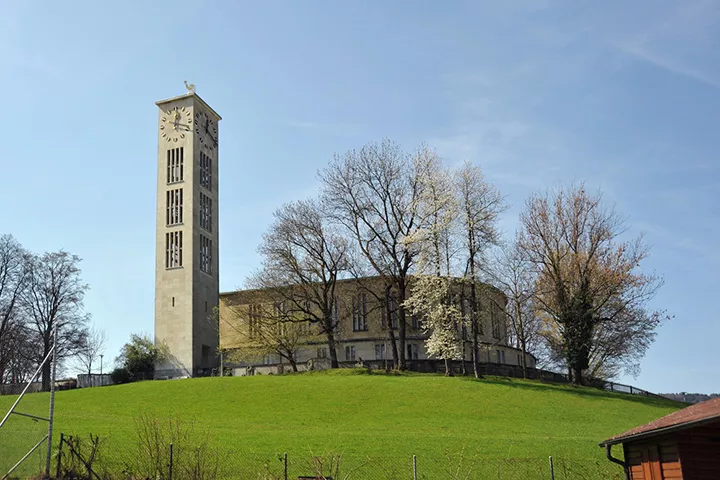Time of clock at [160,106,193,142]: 12:18
